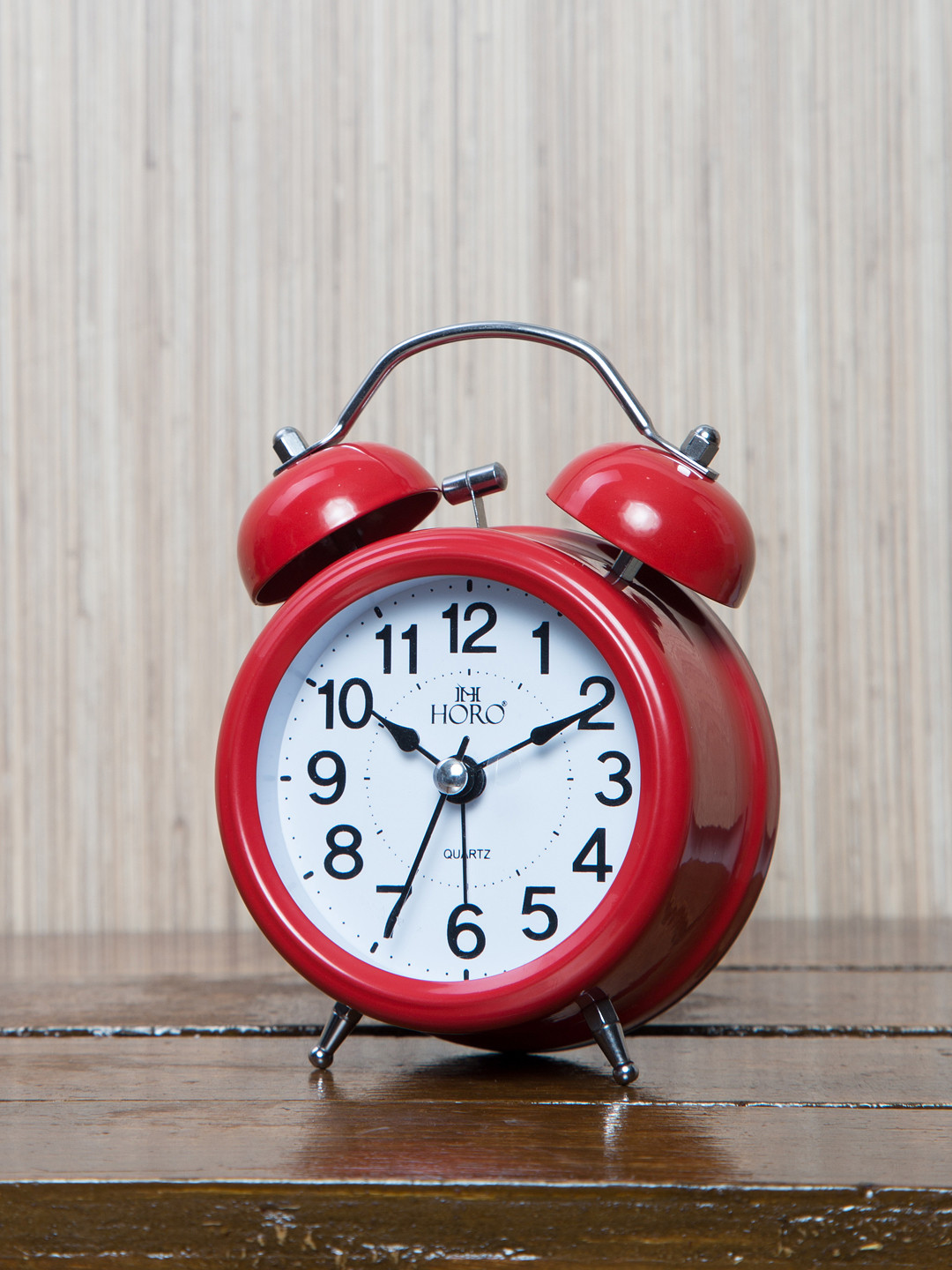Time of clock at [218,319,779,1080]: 10:10
